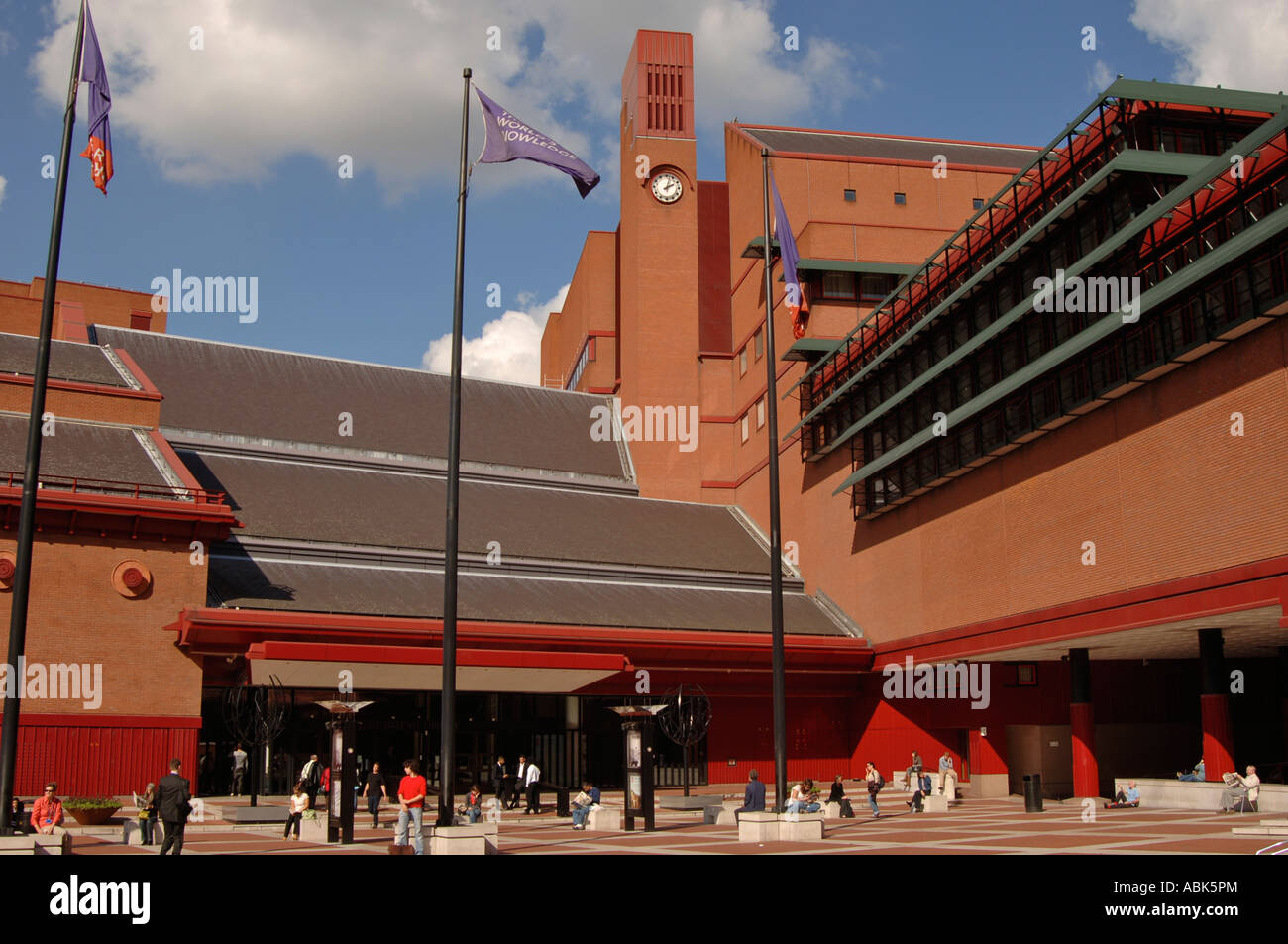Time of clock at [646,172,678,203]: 2:02
